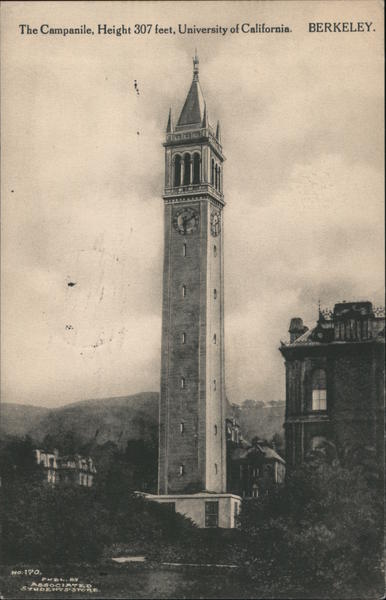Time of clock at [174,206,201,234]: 6:10
